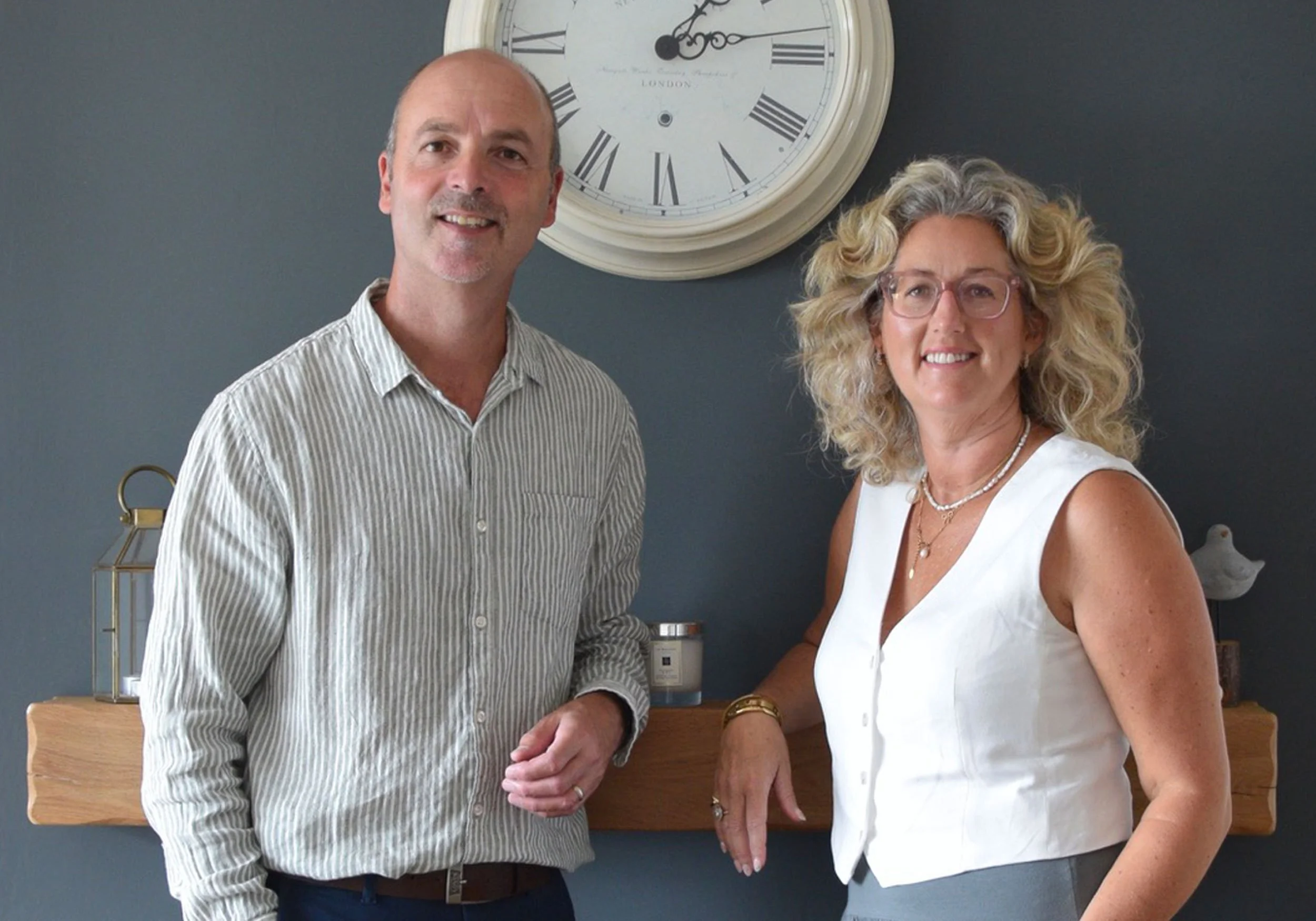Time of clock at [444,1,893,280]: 1:13
